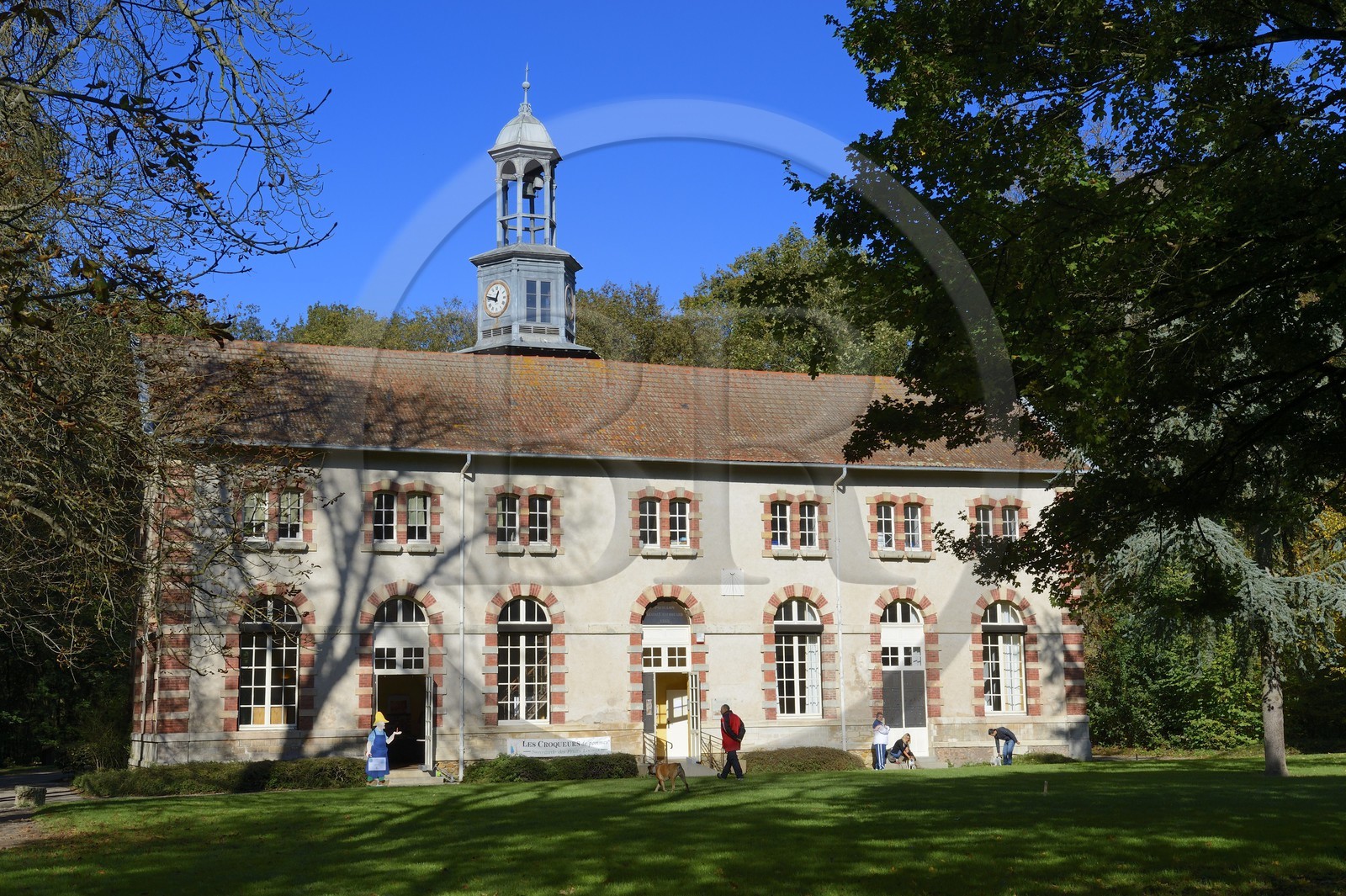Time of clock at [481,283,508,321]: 12:47
